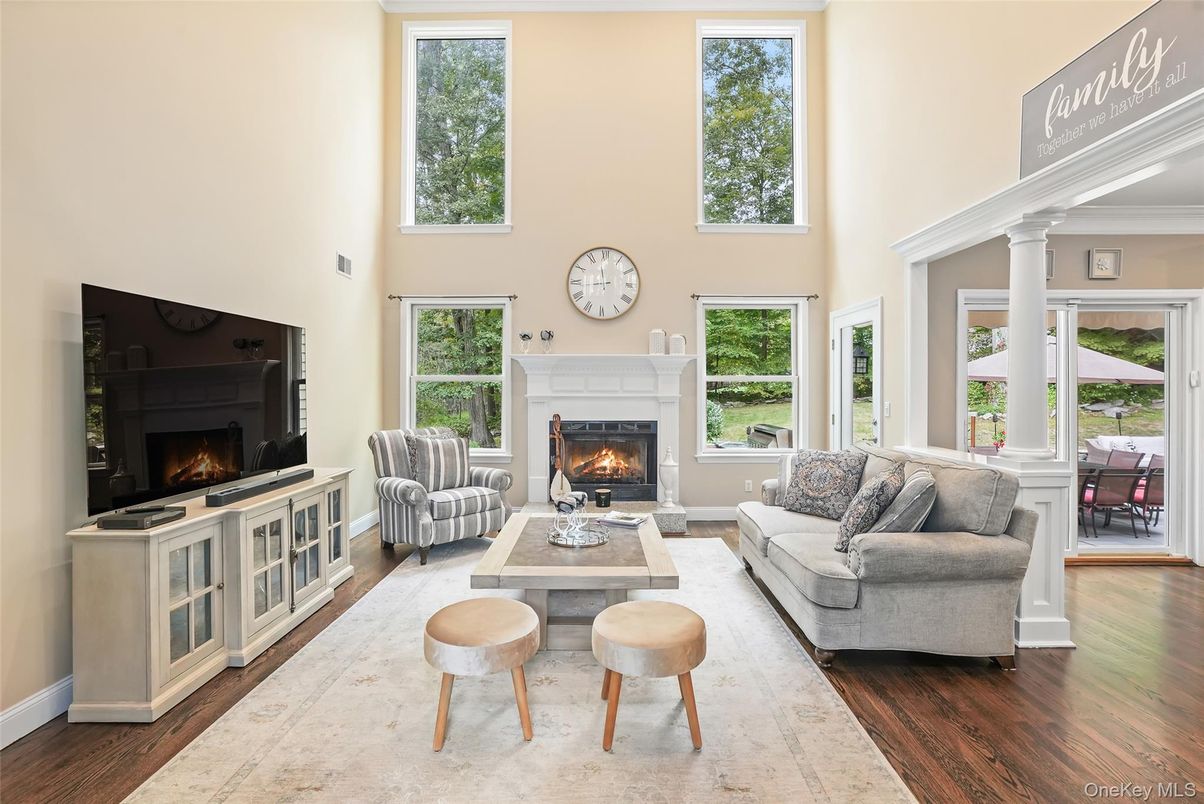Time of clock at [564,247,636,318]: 11:43
